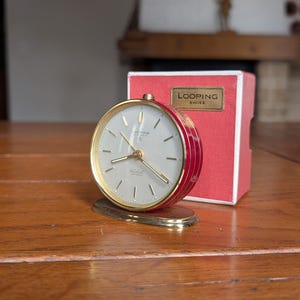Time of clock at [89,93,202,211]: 8:20
